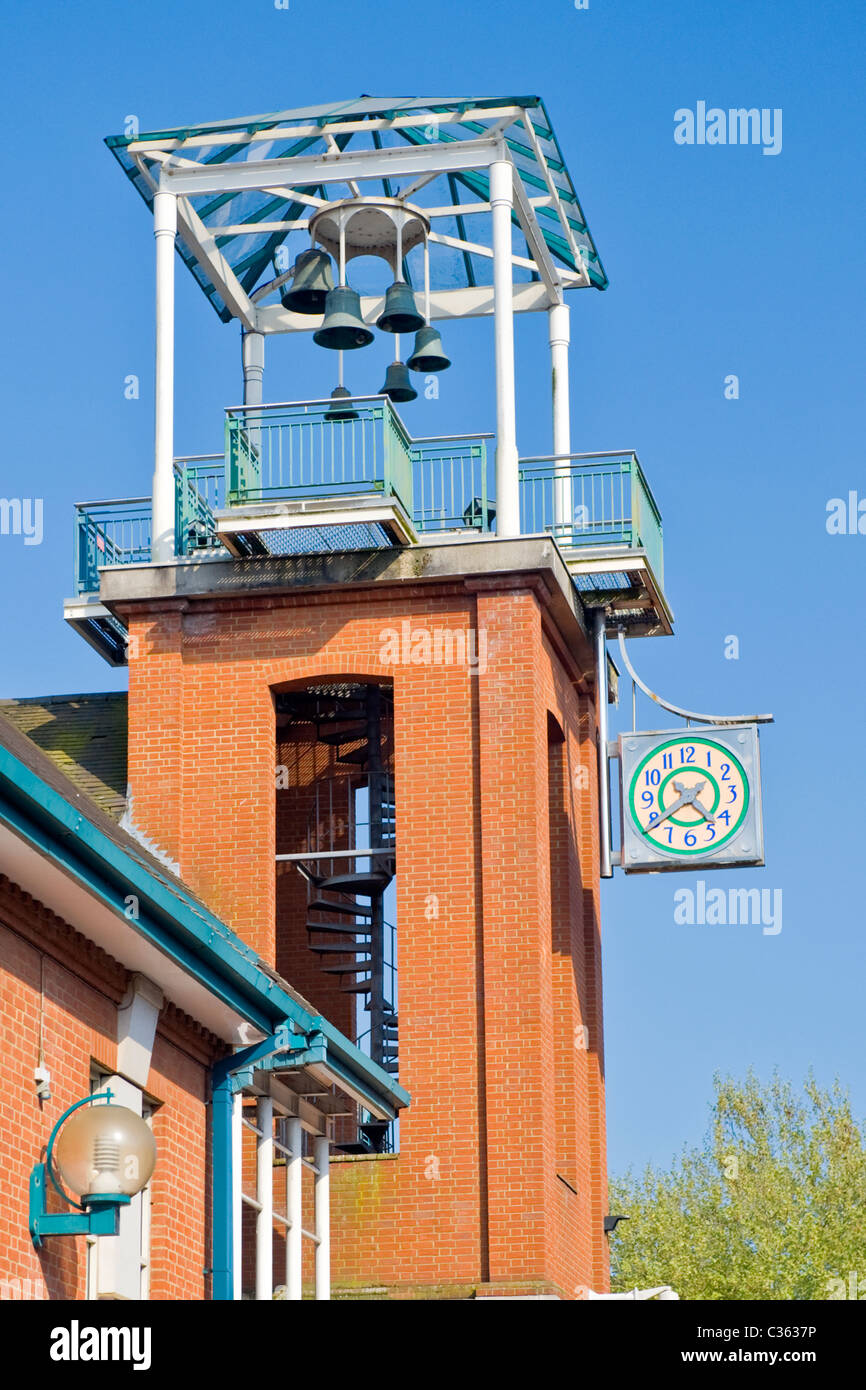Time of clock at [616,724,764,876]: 4:39
